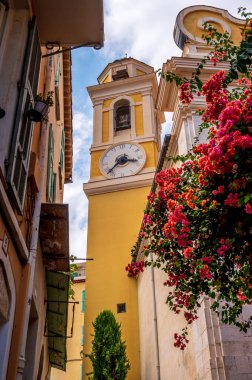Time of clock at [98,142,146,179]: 3:37
